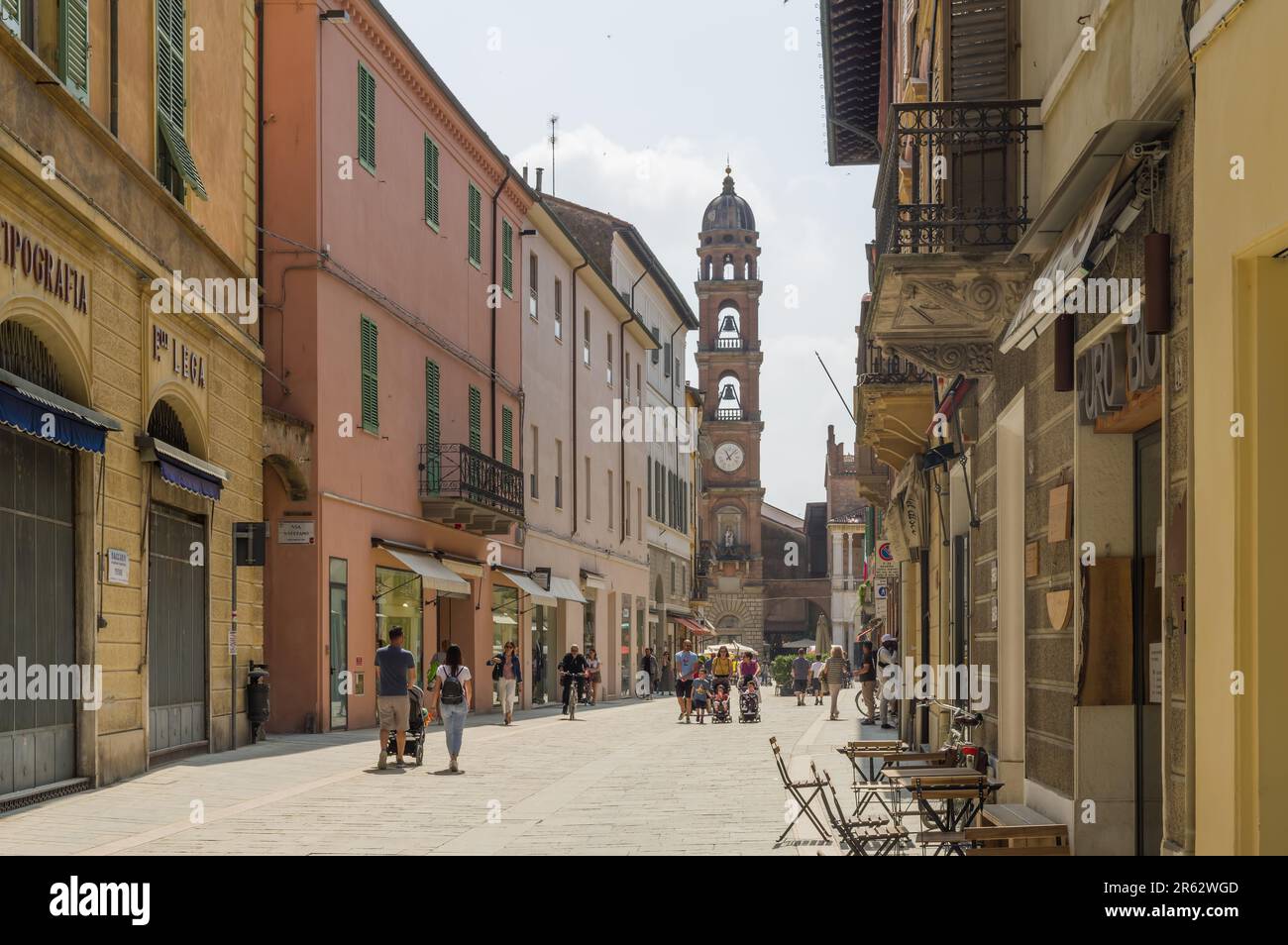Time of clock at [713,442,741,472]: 11:07
